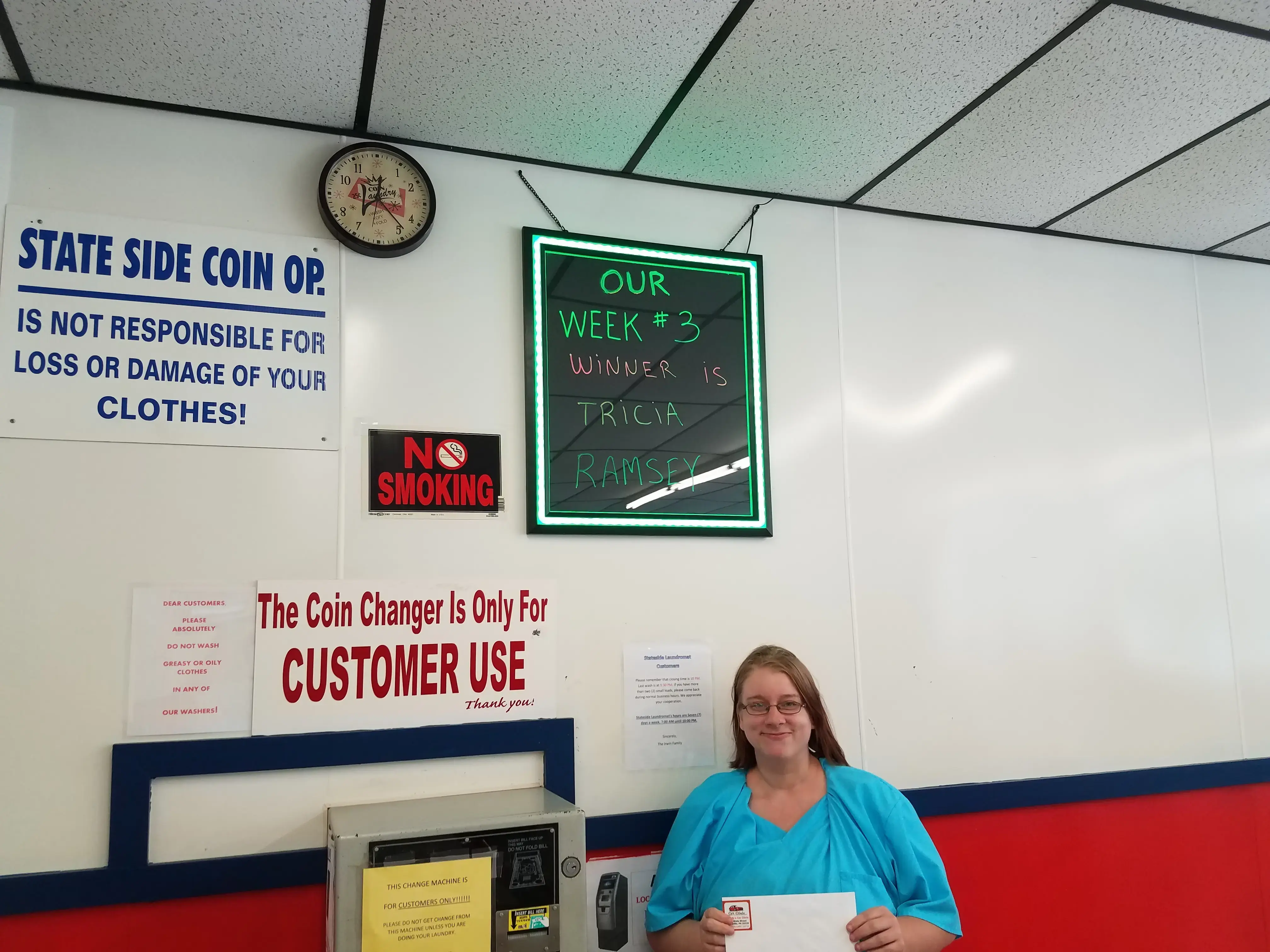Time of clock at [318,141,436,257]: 12:23
